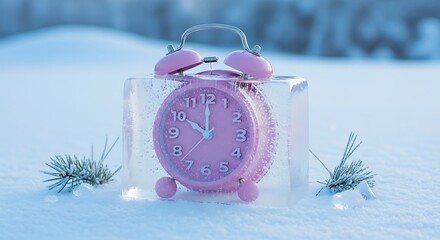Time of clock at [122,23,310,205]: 10:00
